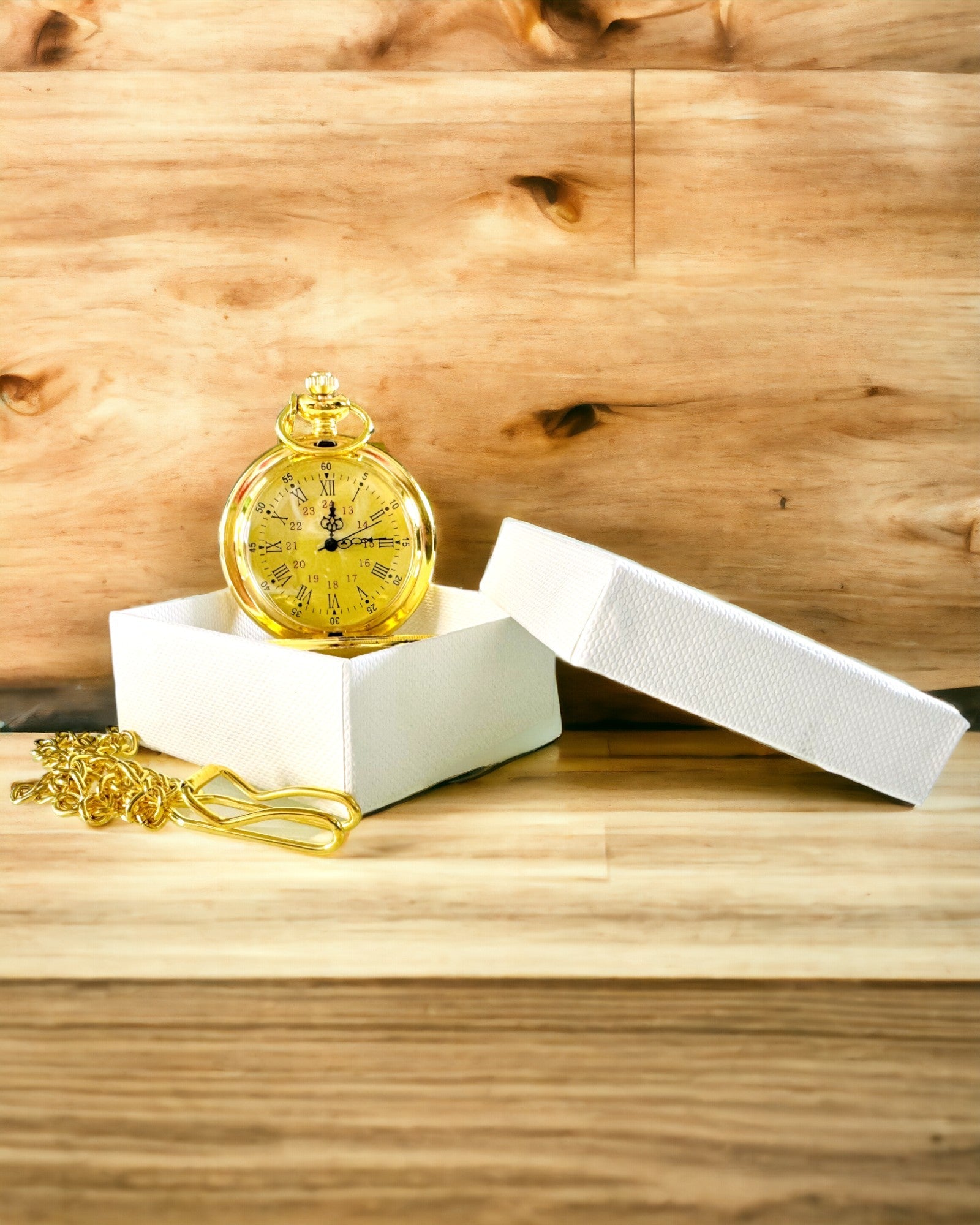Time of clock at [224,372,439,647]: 12:13
